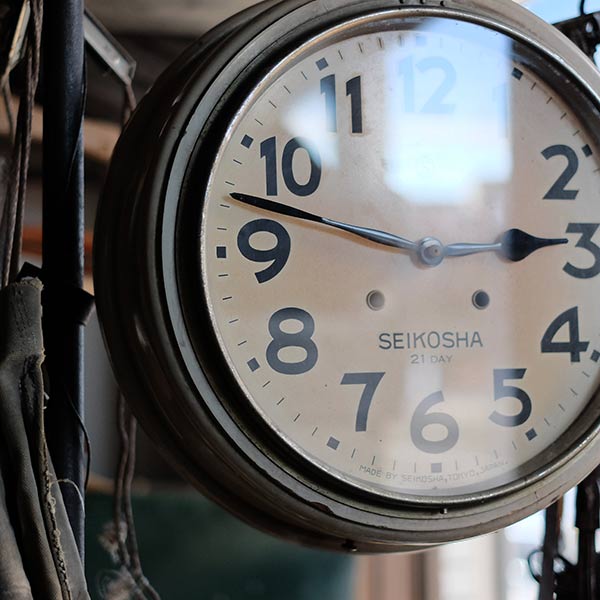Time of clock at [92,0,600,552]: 2:47
